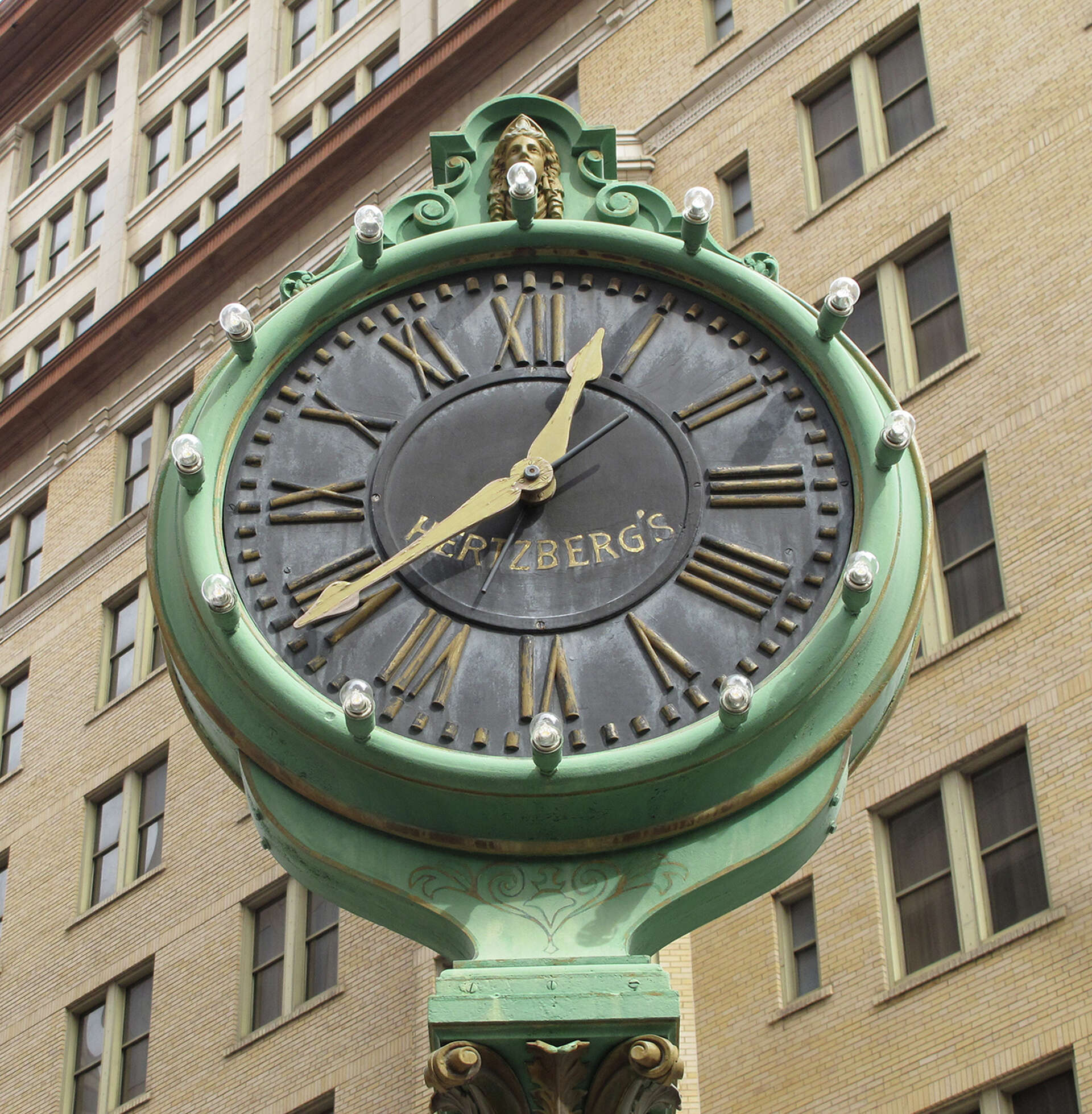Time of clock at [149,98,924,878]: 12:38
